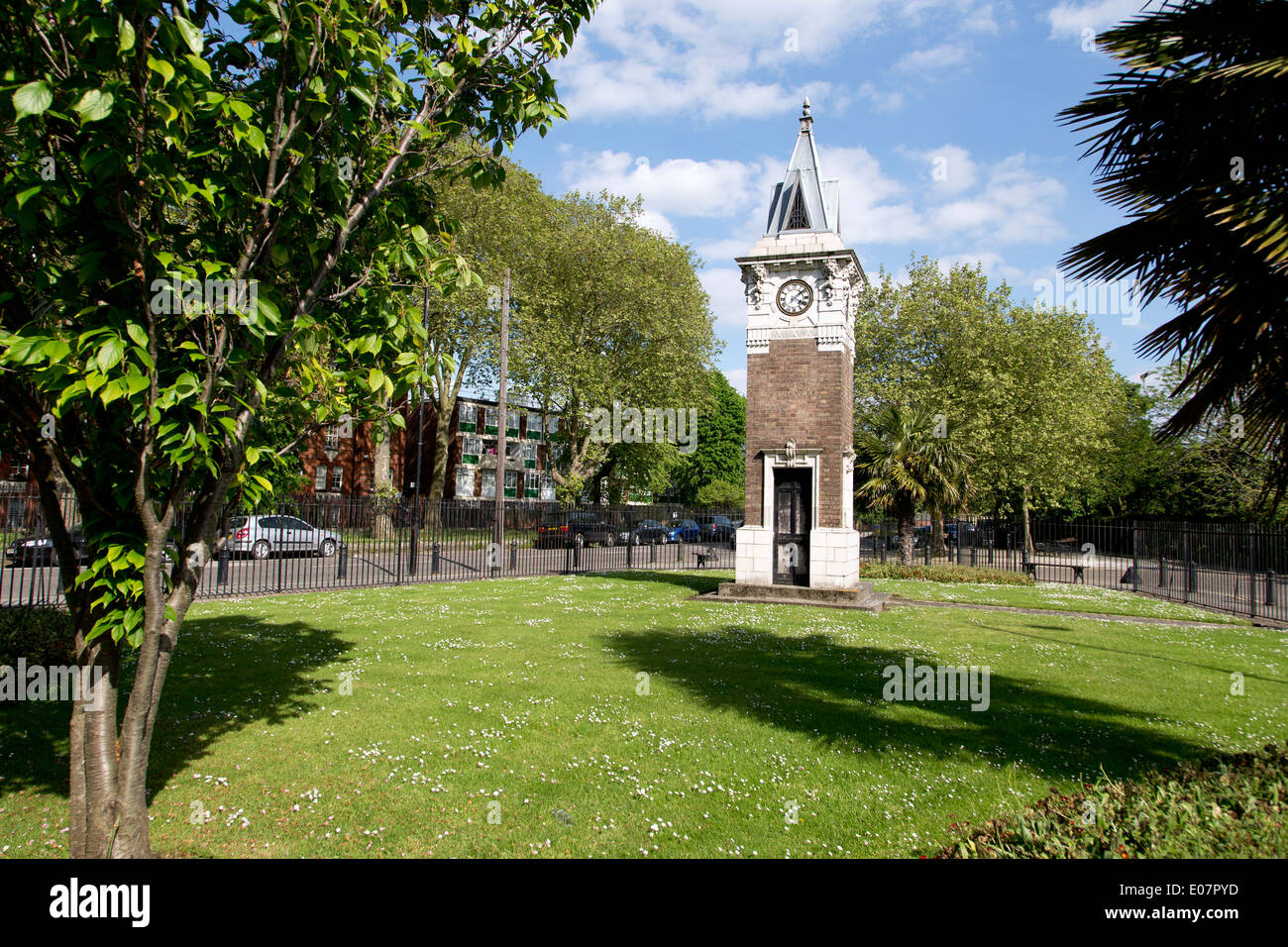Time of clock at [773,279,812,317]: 4:08
